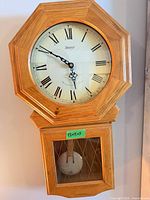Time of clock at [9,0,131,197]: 5:50
